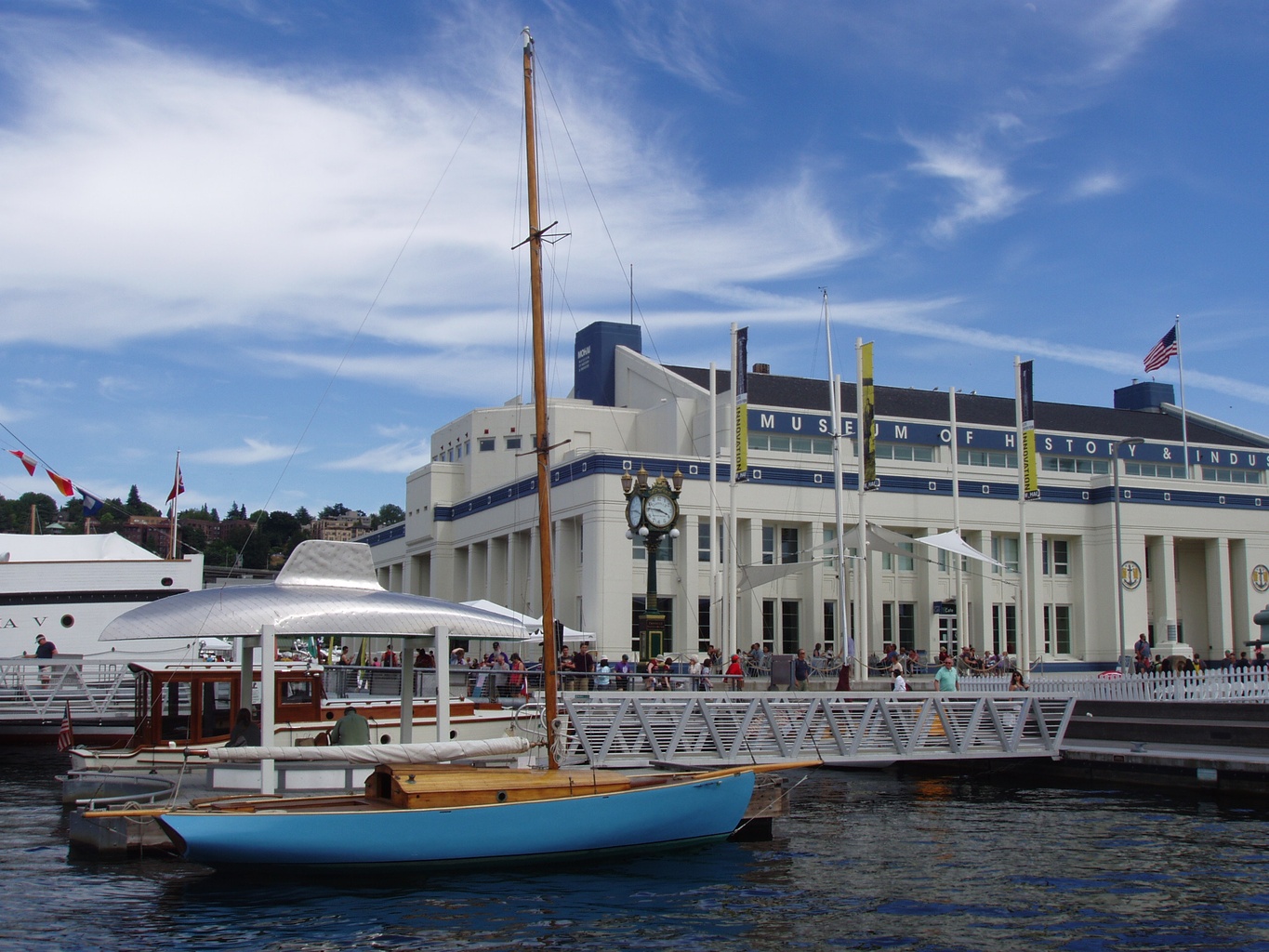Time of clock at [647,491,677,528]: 3:46
